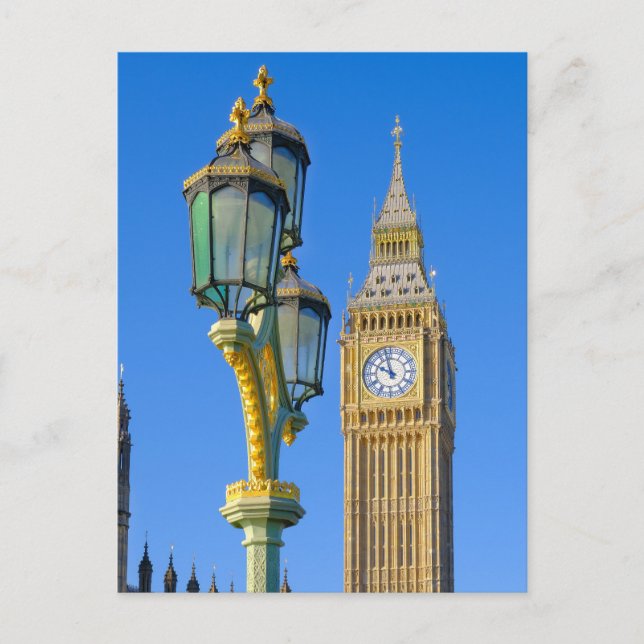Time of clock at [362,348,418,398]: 9:57
